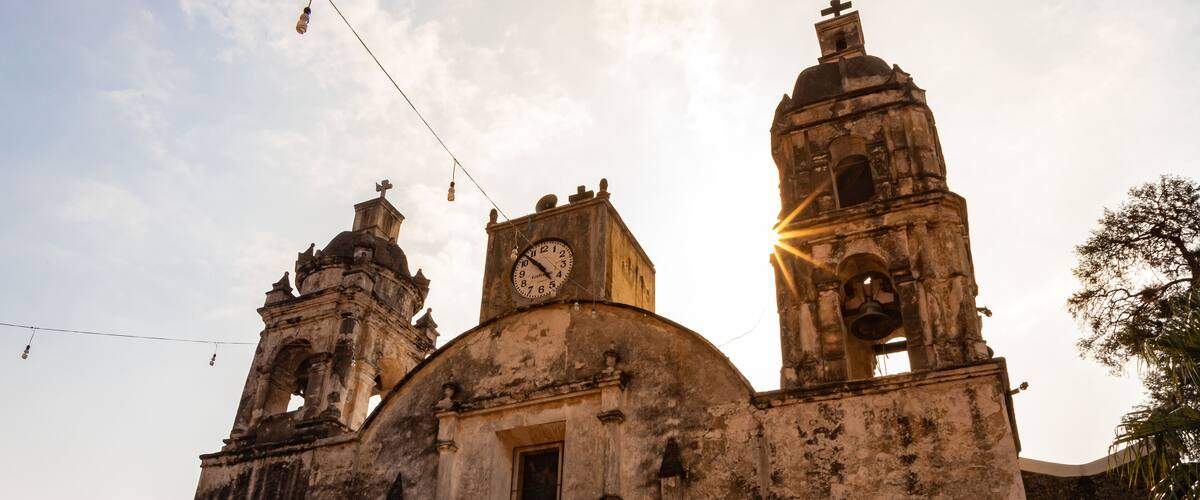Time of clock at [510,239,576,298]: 4:52
